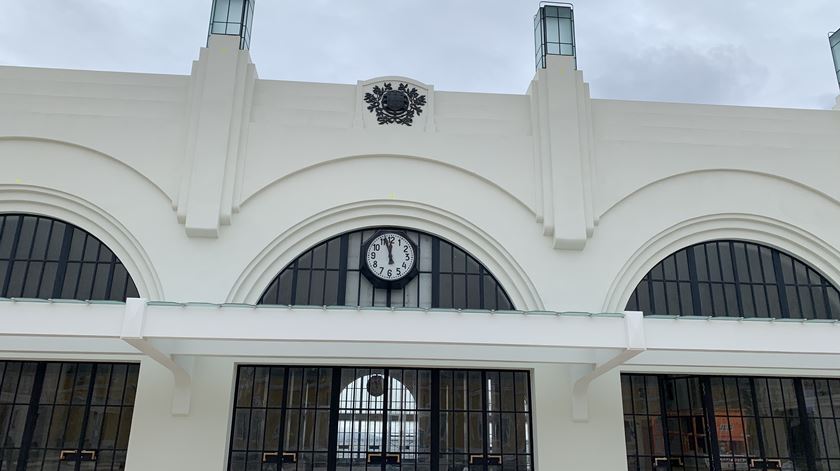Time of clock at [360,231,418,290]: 11:56
